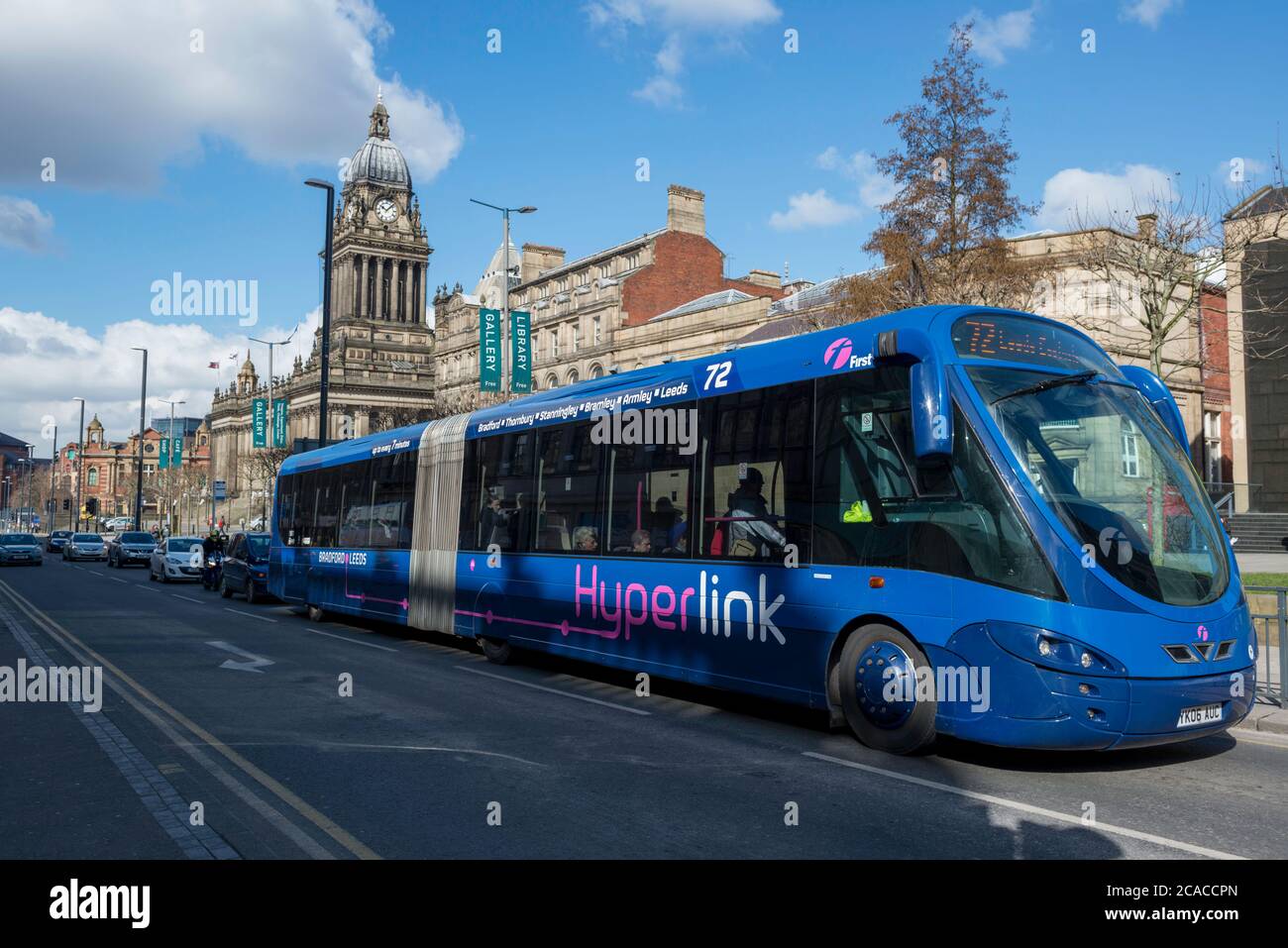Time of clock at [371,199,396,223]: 10:07
